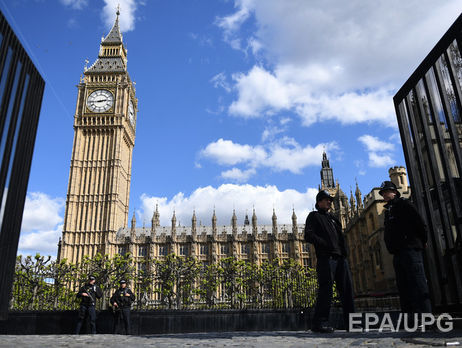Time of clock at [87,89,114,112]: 2:44
